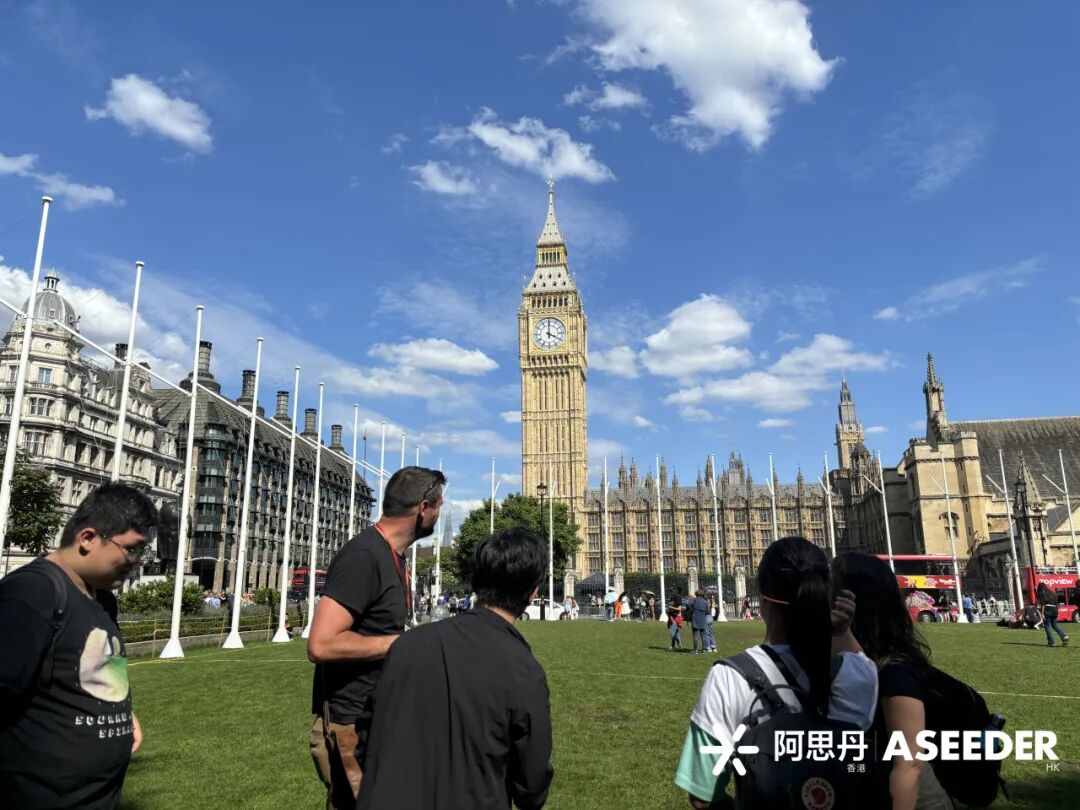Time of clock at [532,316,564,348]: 4:00
